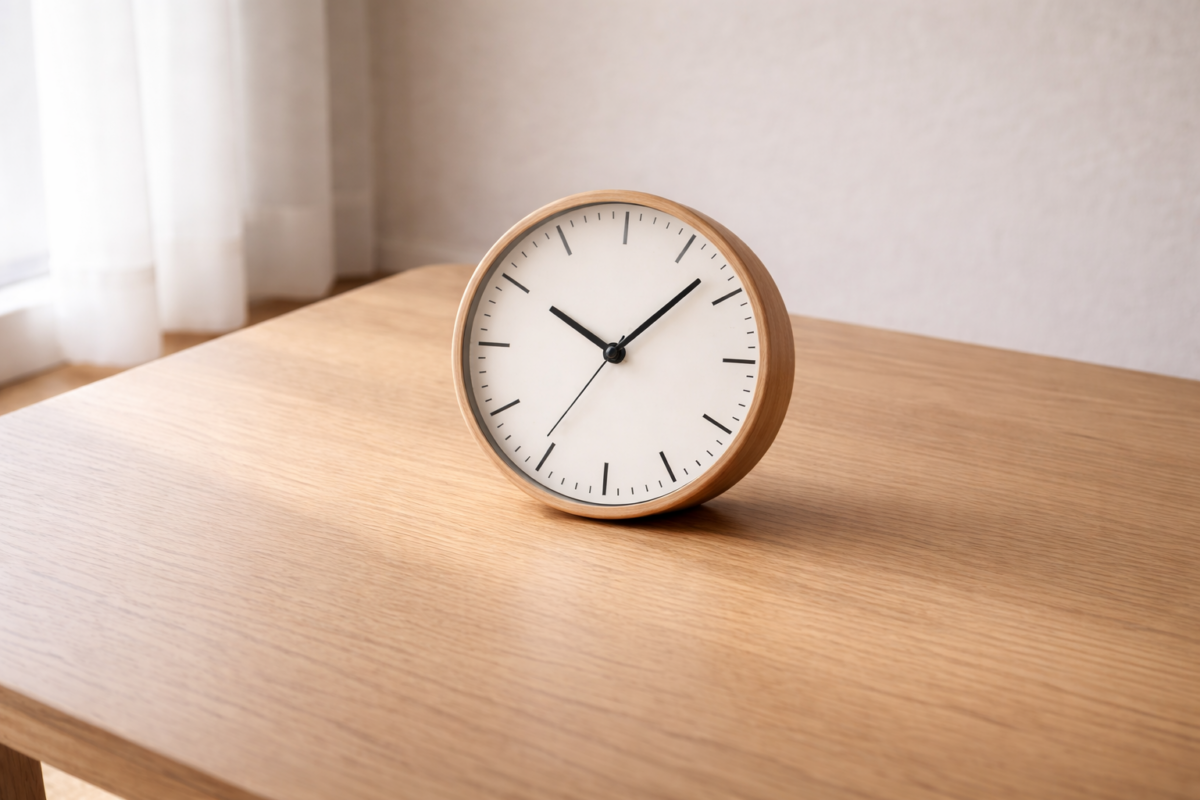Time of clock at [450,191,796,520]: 10:07
